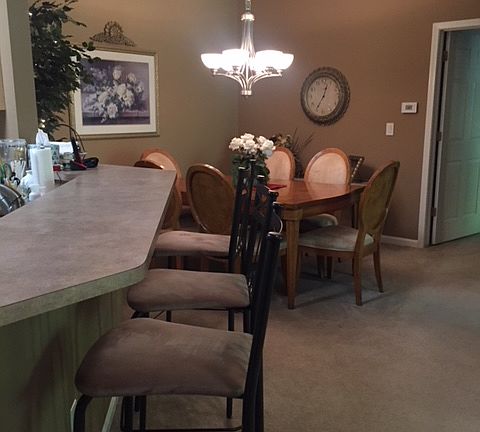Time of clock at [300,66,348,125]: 12:34
